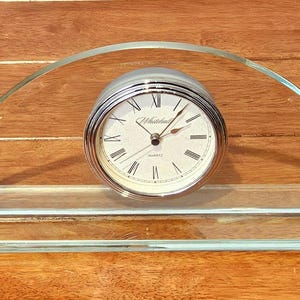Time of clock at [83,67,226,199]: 2:06
